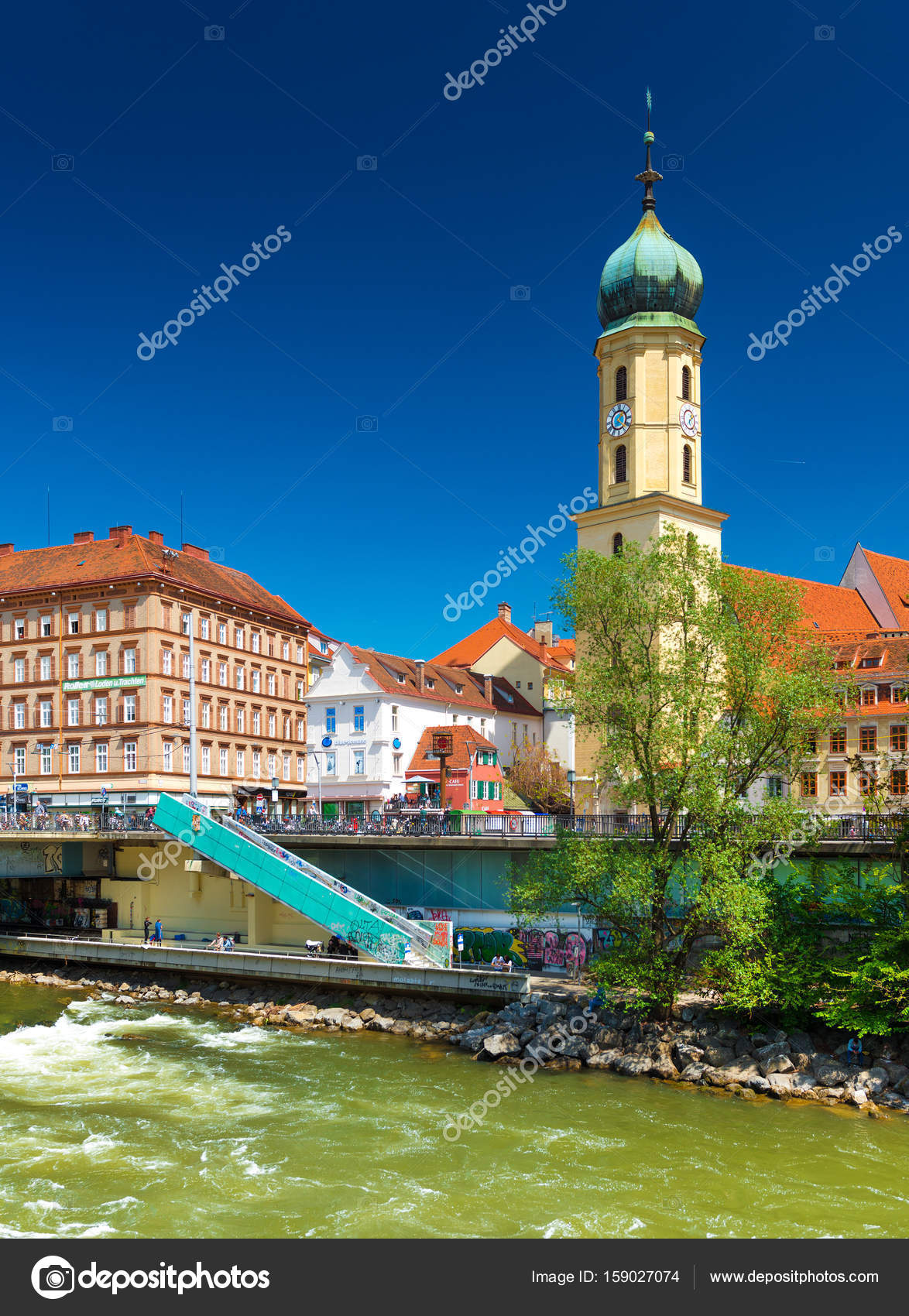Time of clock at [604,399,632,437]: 1:21
